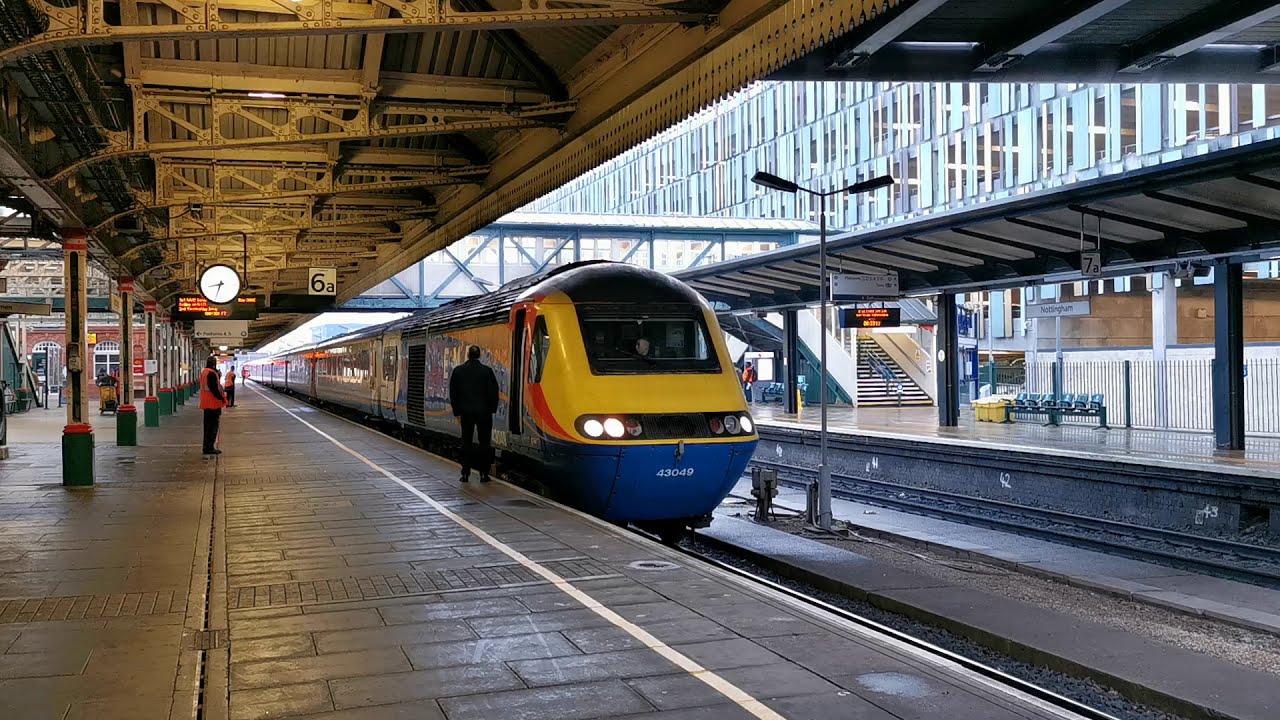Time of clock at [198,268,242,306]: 8:33
